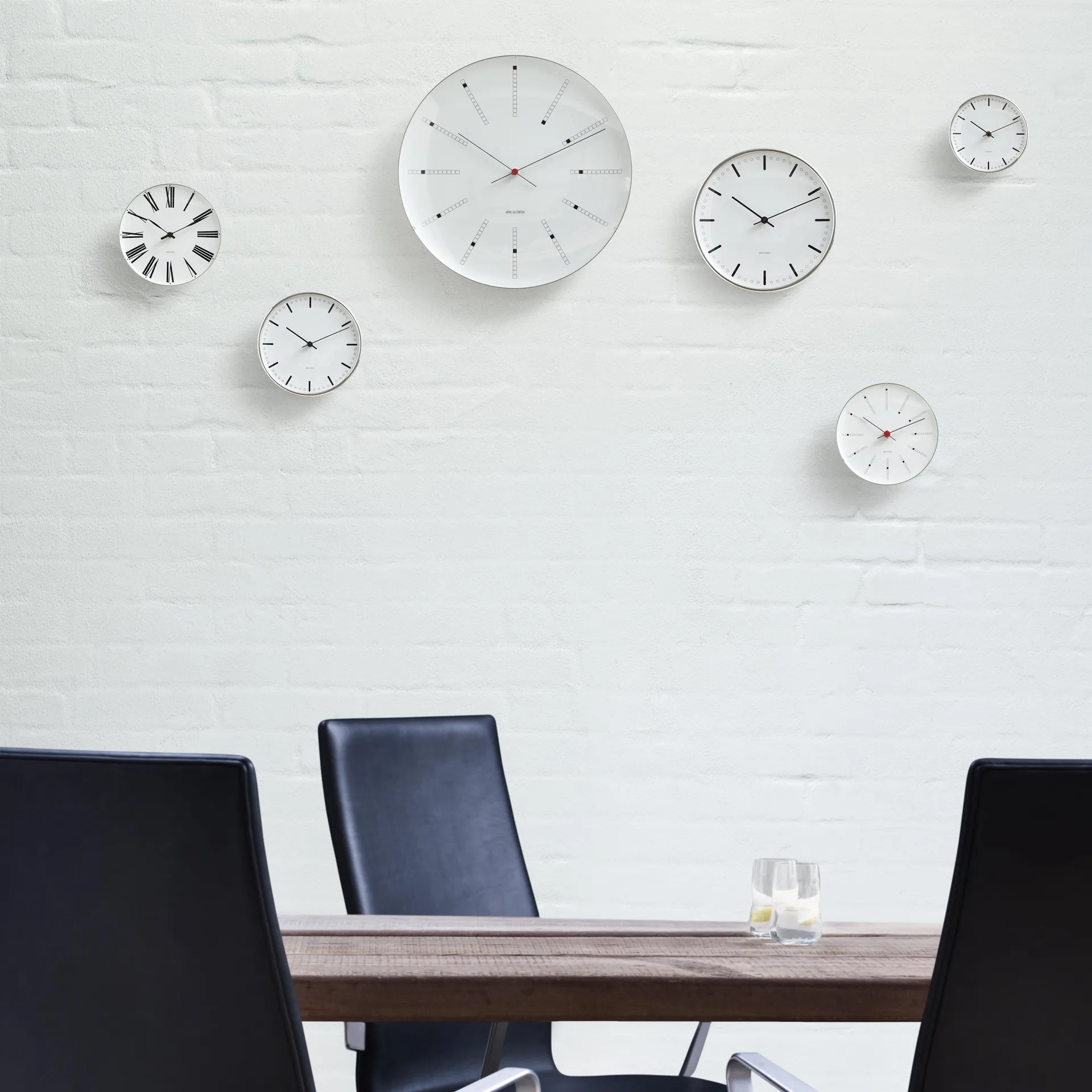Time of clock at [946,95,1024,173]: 10:10
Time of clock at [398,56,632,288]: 10:10
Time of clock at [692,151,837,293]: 10:10
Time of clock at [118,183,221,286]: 10:10
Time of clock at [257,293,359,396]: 10:10
